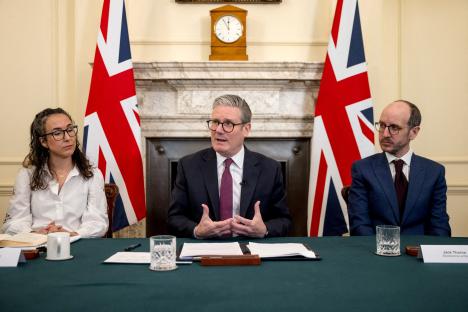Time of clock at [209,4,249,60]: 11:00
